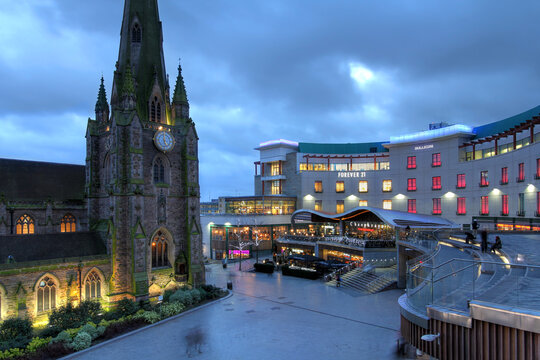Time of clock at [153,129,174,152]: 4:59
